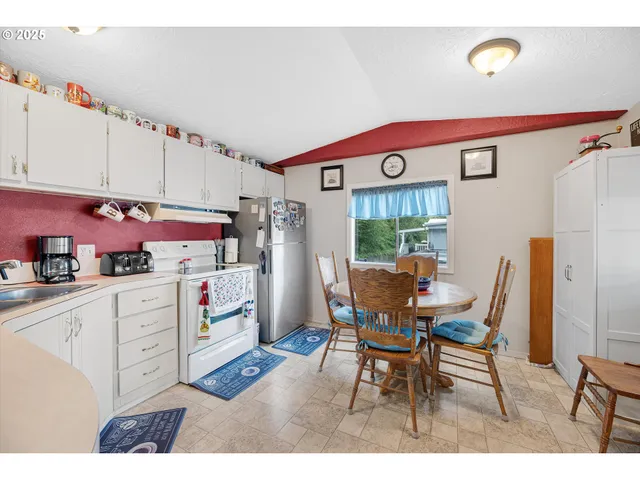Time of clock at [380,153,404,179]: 10:41
